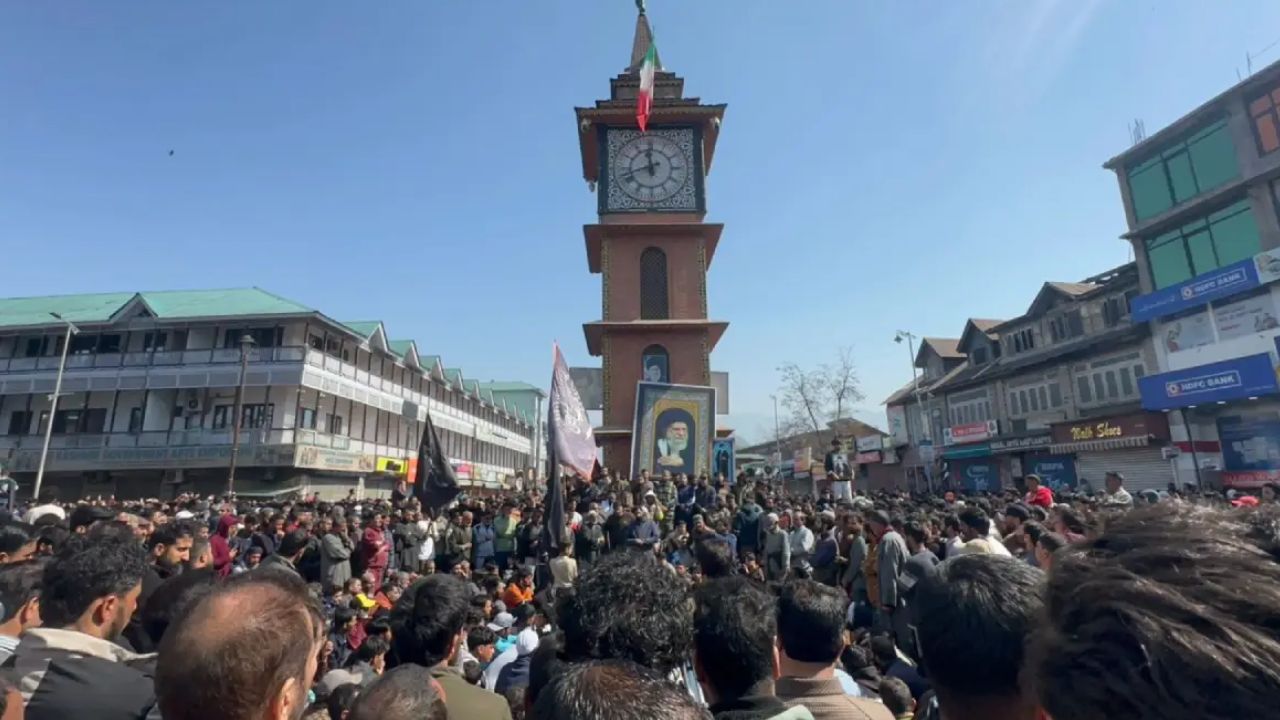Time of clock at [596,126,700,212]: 11:42
